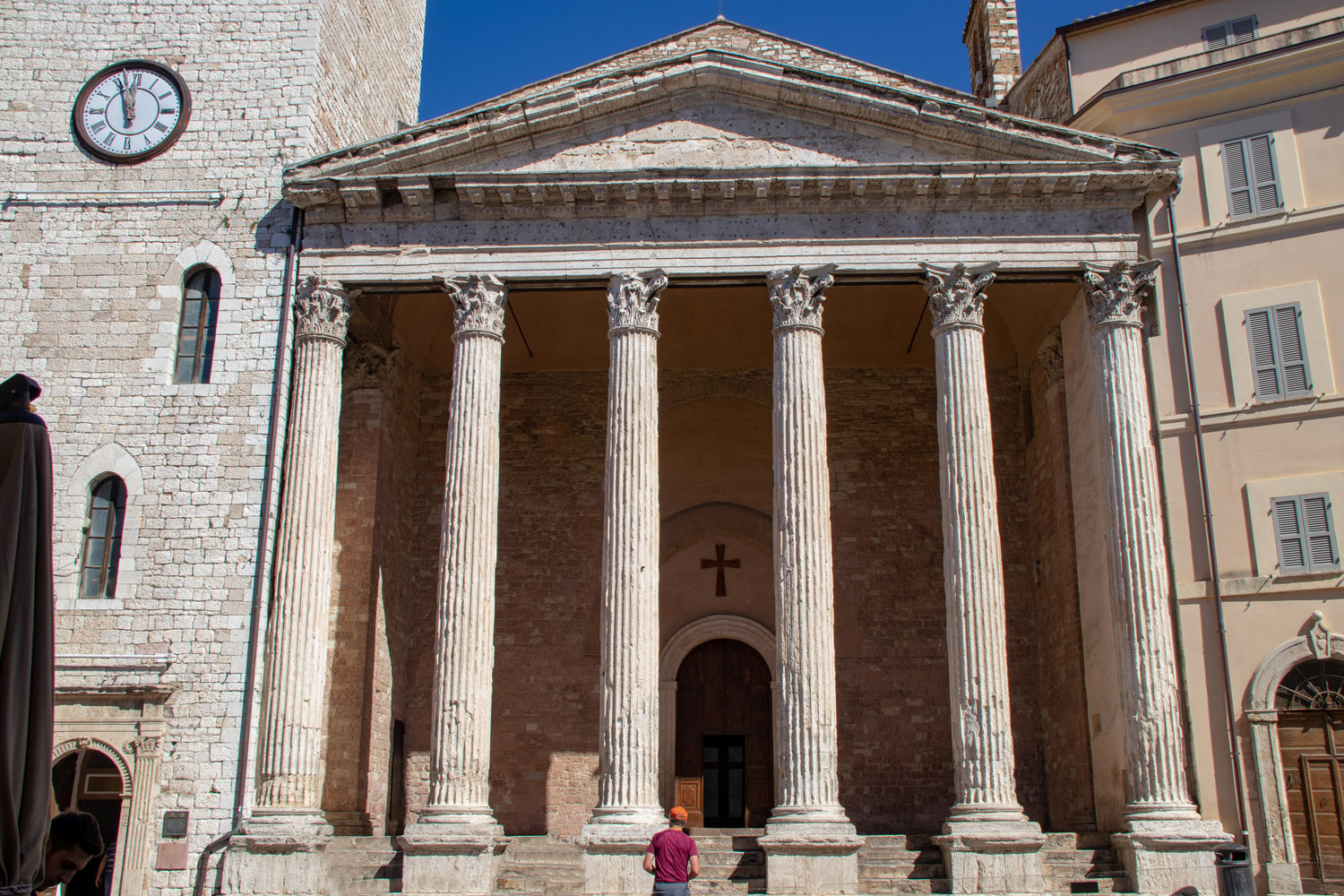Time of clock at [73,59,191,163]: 11:56
